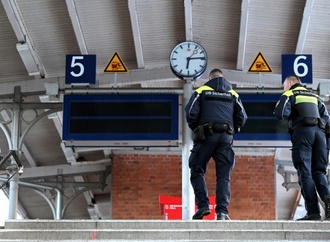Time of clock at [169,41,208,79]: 6:14
